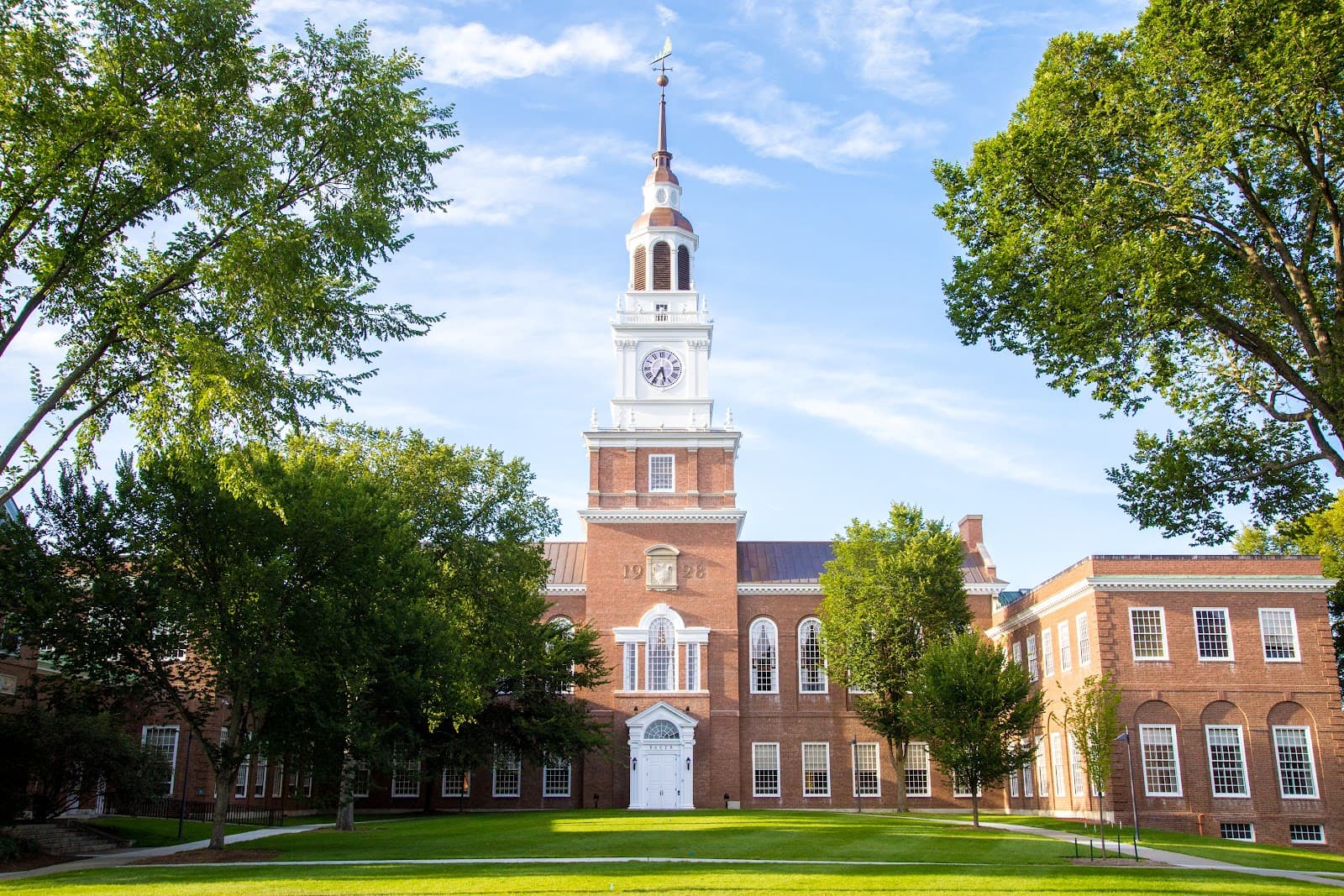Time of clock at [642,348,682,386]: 5:35
